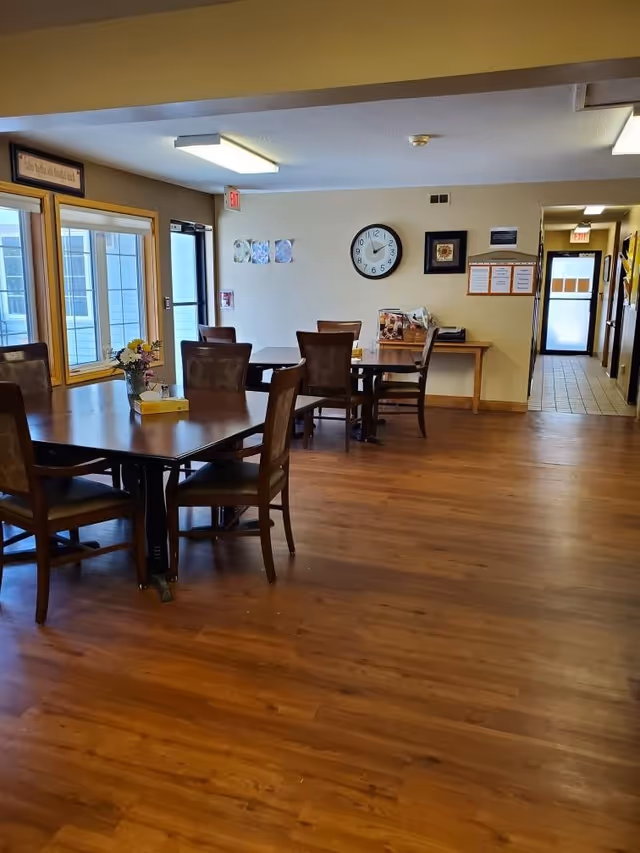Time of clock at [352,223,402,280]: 1:56
